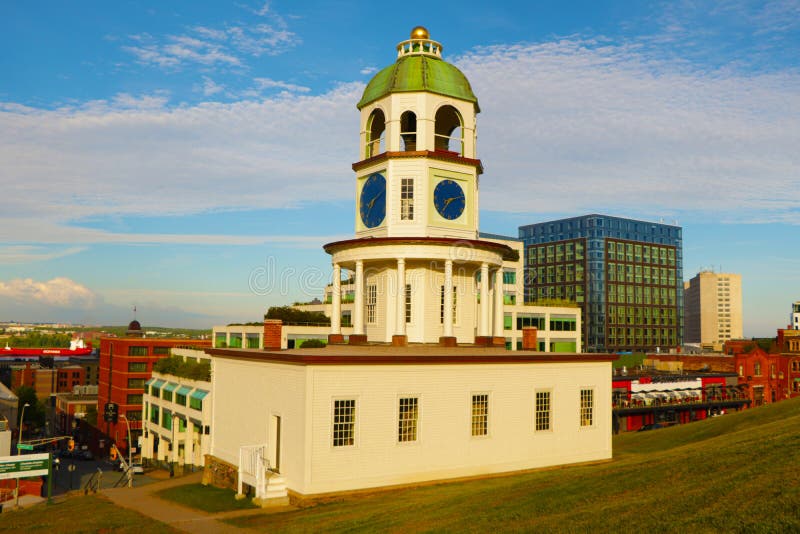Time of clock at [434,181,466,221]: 7:12
